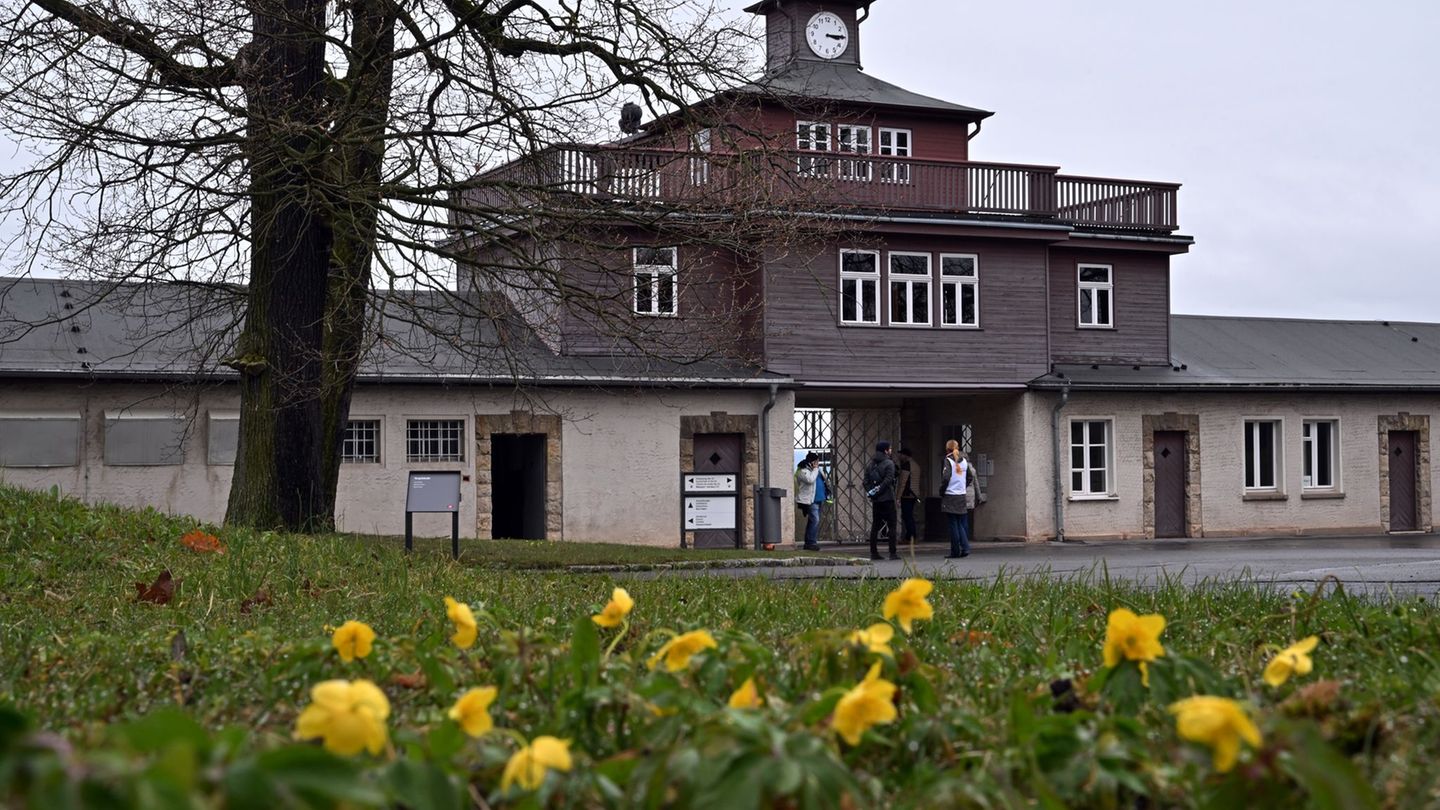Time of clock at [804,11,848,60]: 3:14
